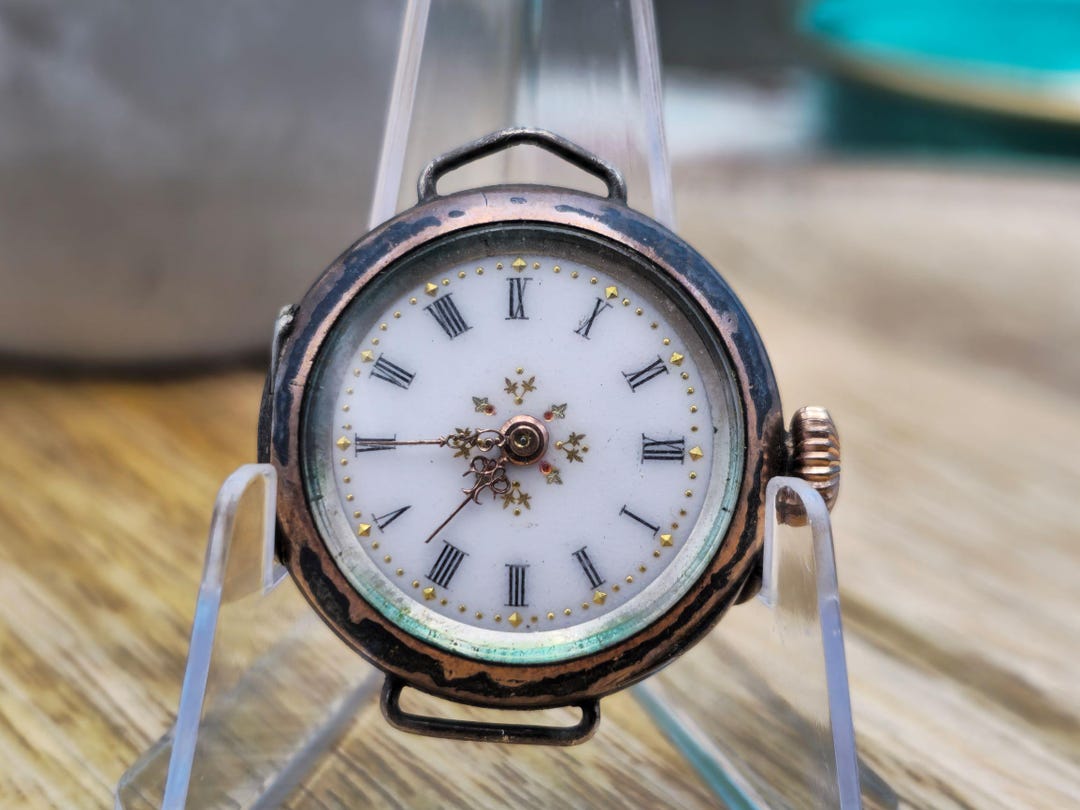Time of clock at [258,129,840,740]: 8:36
